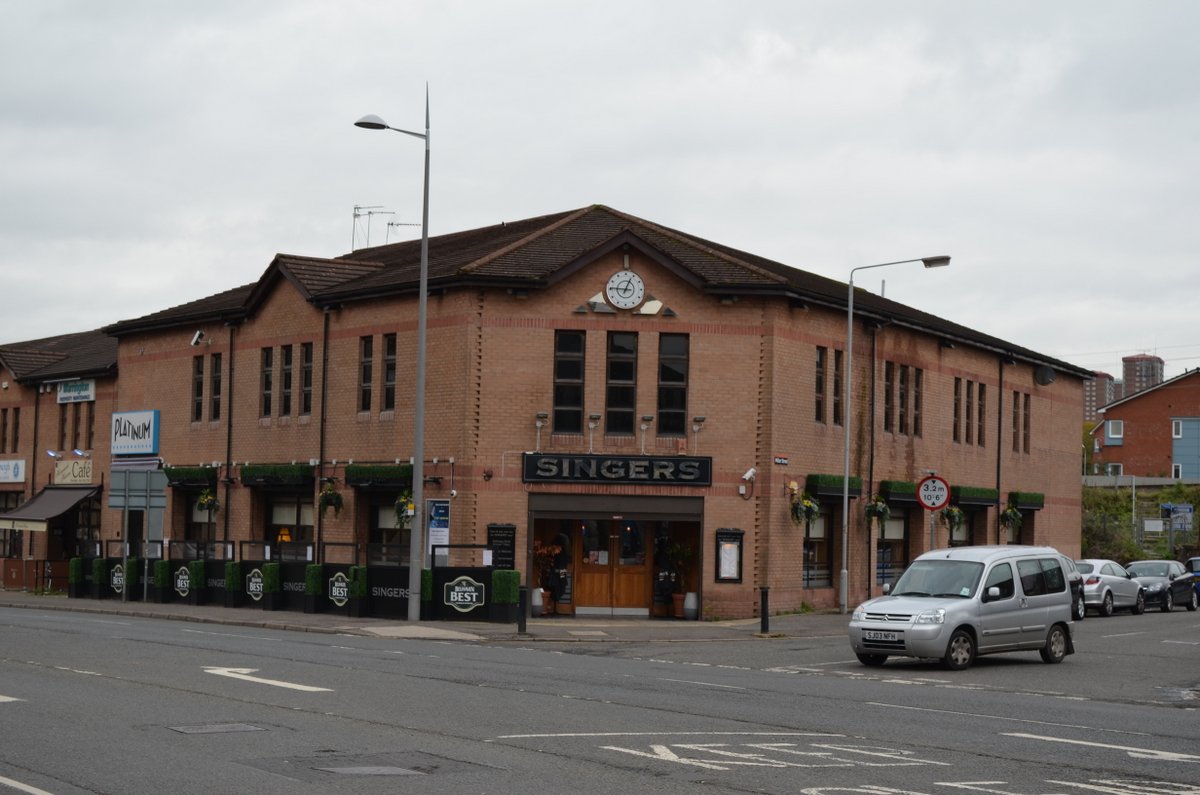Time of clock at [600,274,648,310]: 12:46
